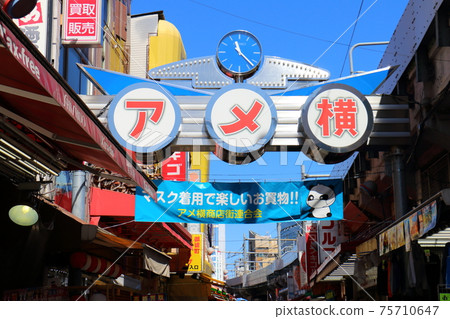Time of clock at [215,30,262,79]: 11:22
